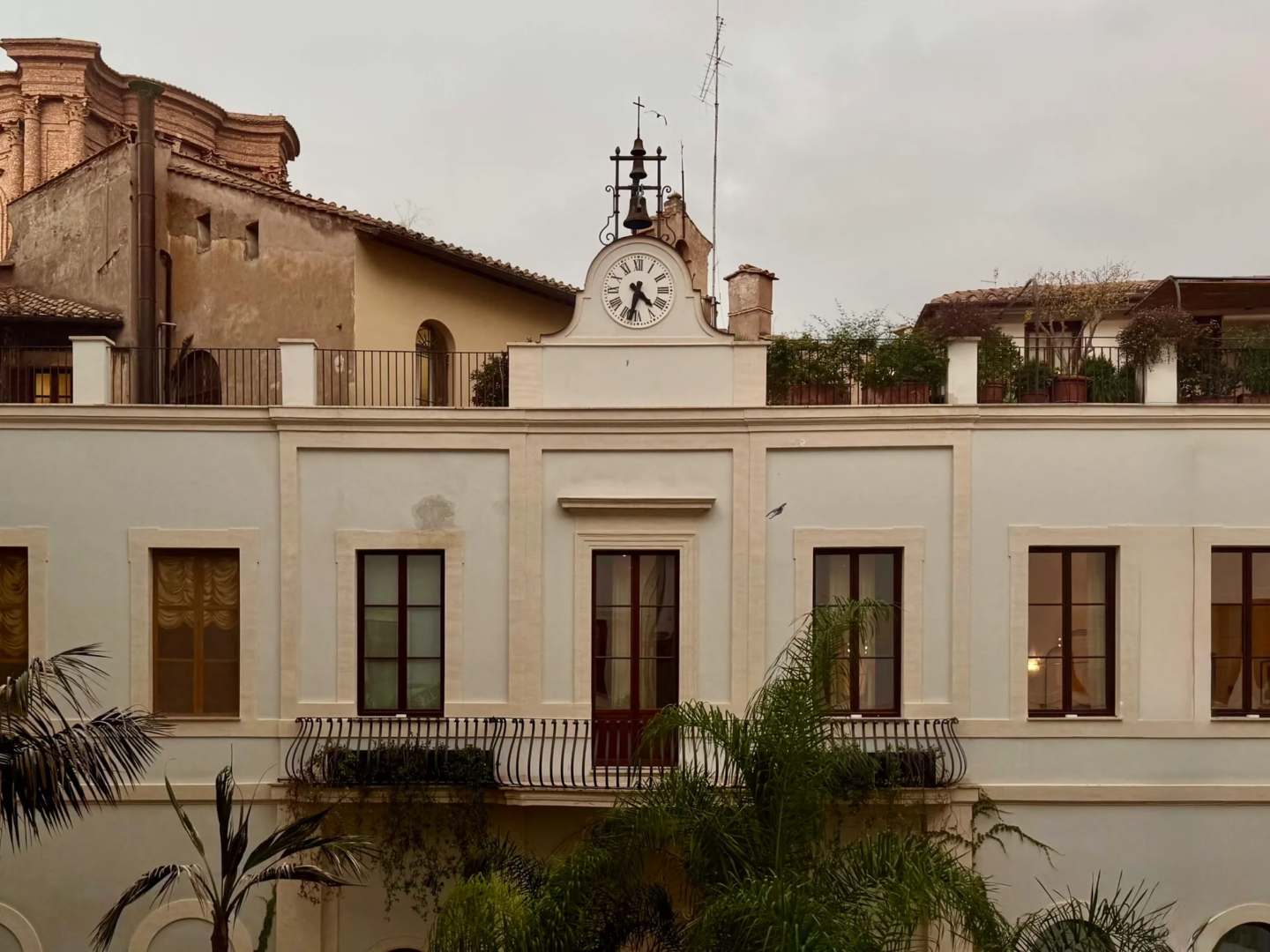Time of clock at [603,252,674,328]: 4:32
